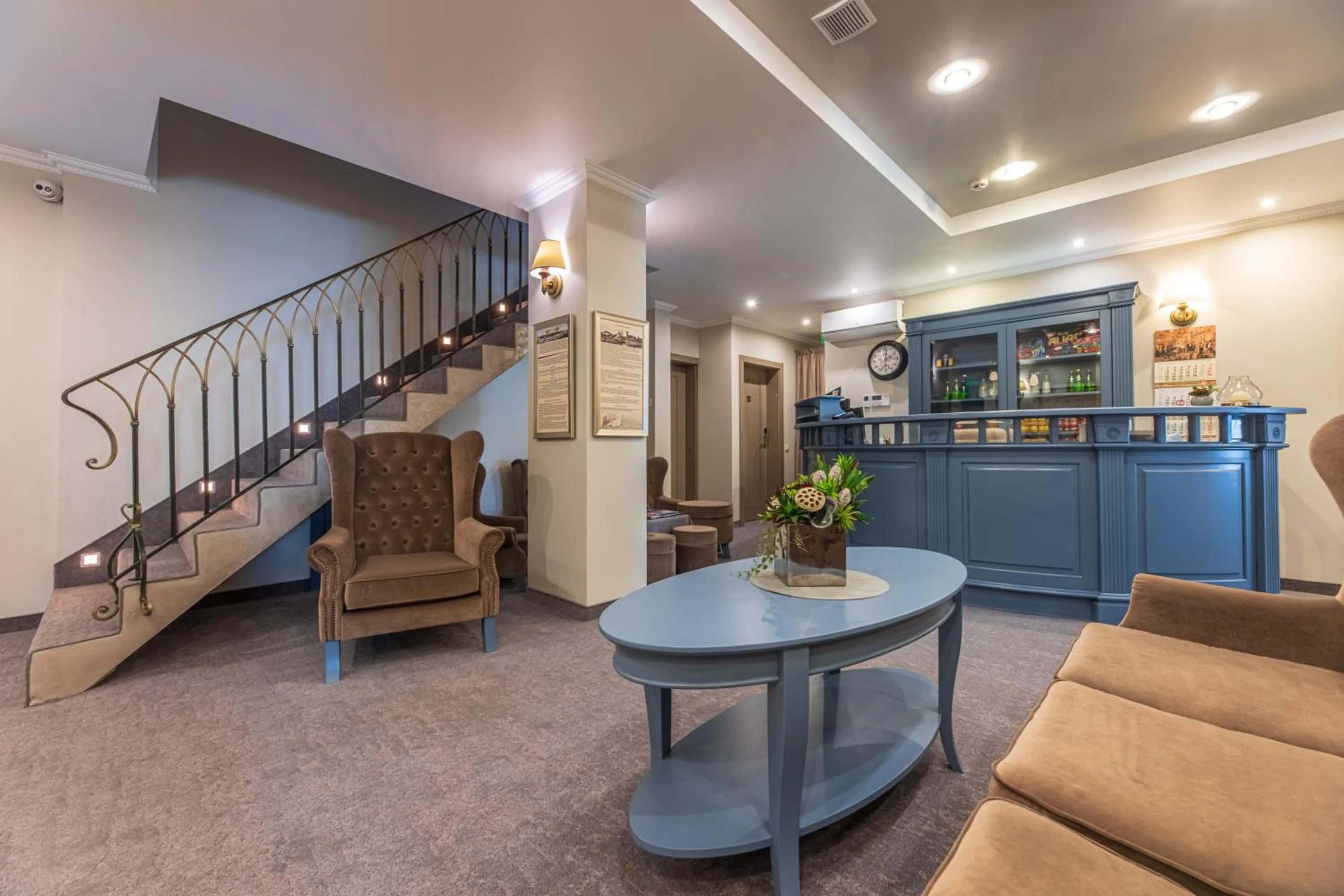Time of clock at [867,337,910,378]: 2:01
